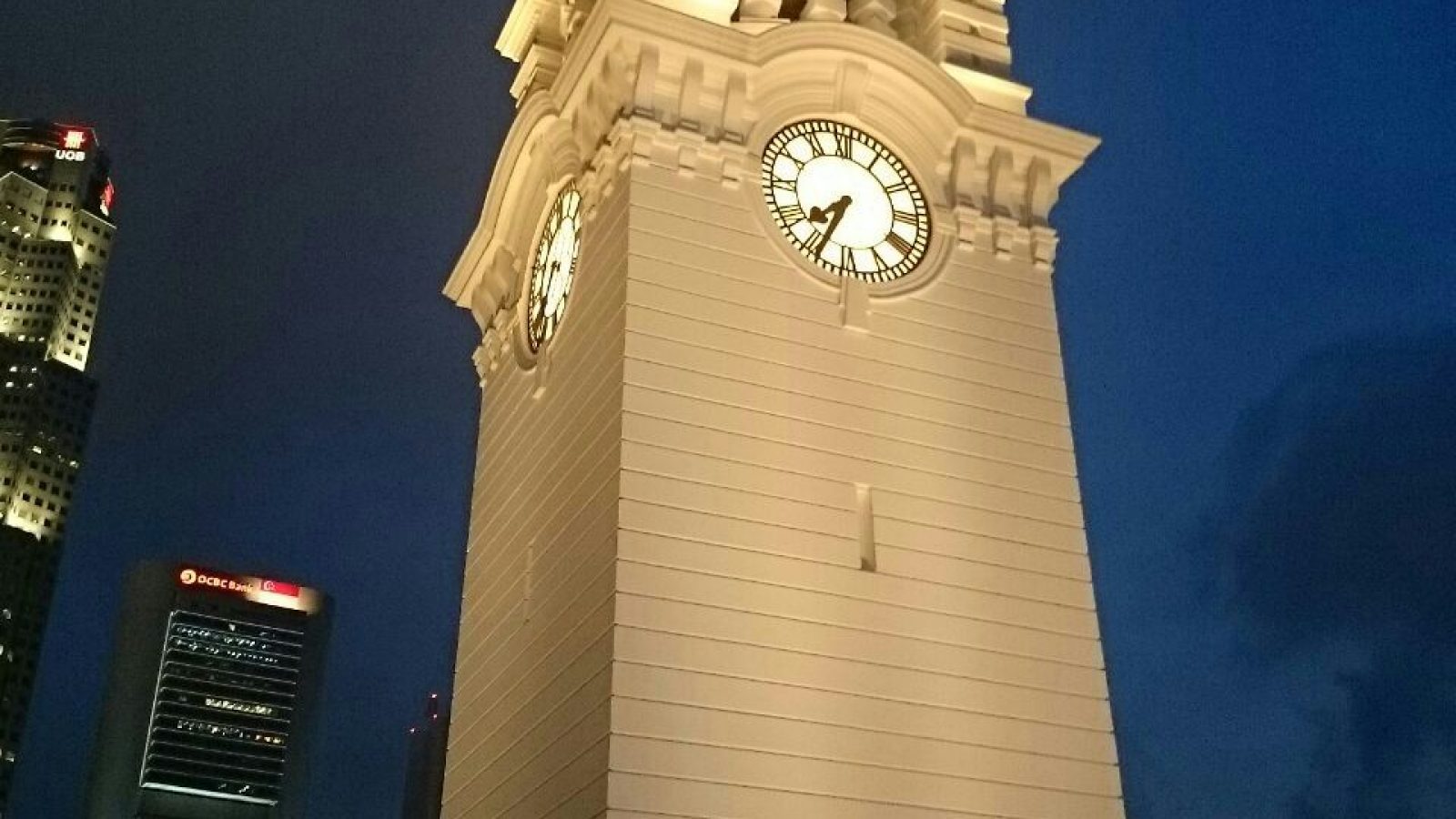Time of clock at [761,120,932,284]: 7:34
